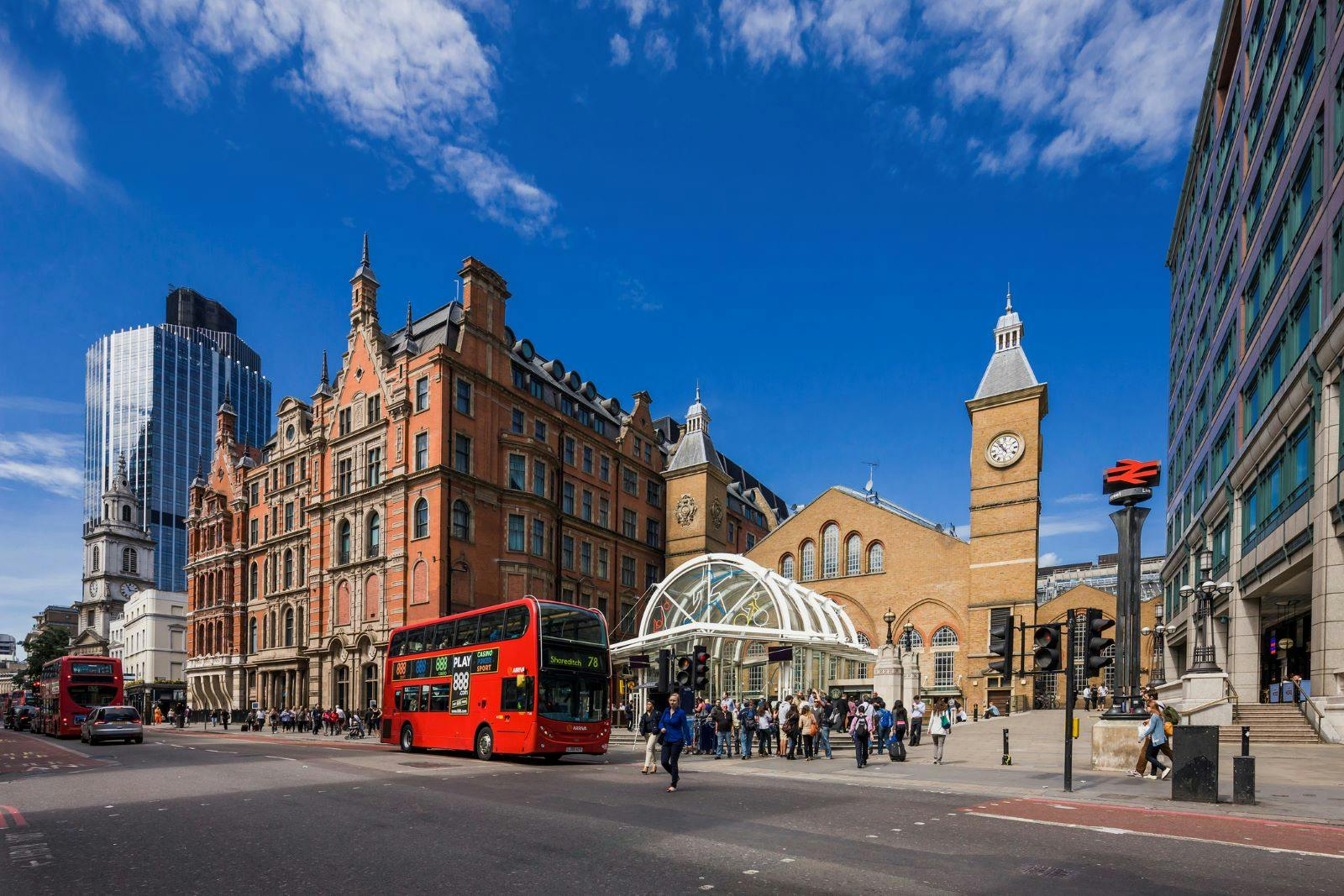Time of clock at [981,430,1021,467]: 10:52
